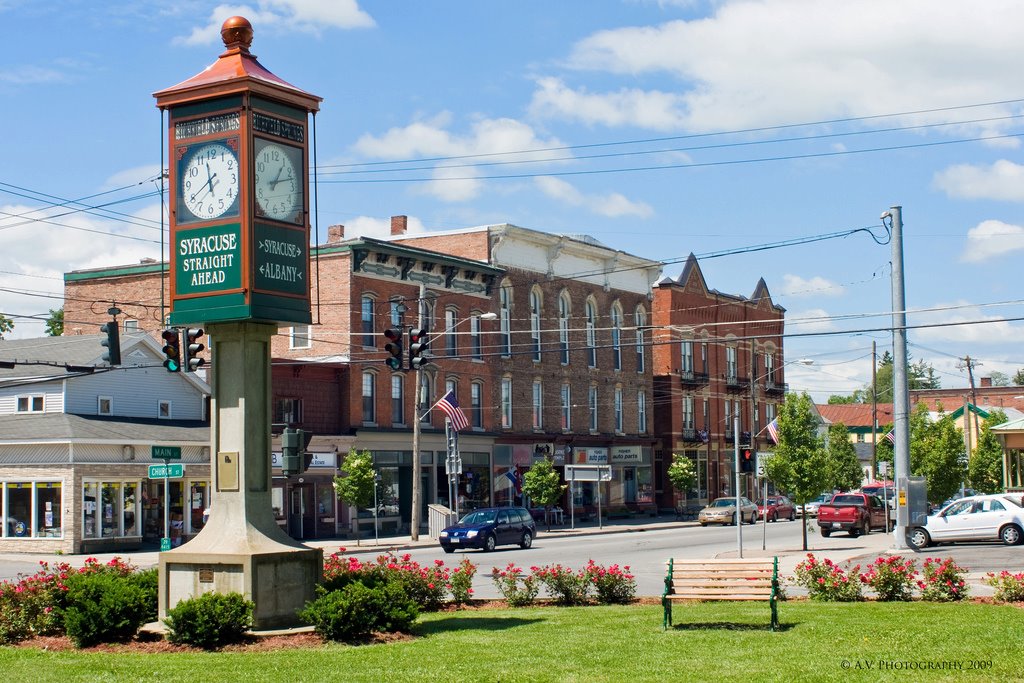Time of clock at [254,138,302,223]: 1:12
